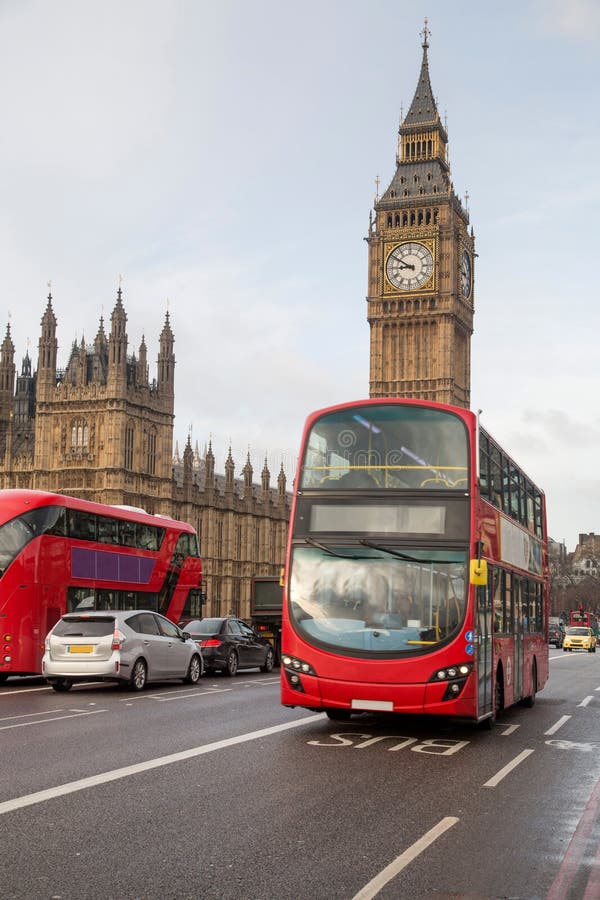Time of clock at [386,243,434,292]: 8:50
